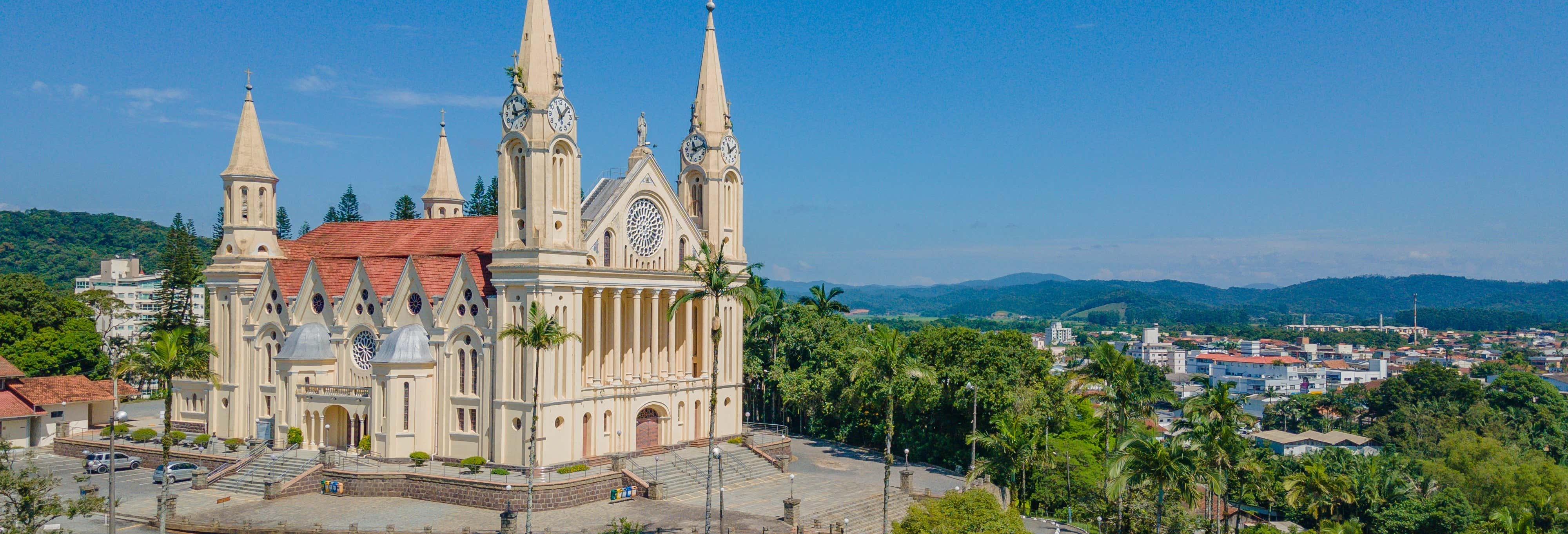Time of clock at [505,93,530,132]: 11:13
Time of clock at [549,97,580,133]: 11:07
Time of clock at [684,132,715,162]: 11:12
